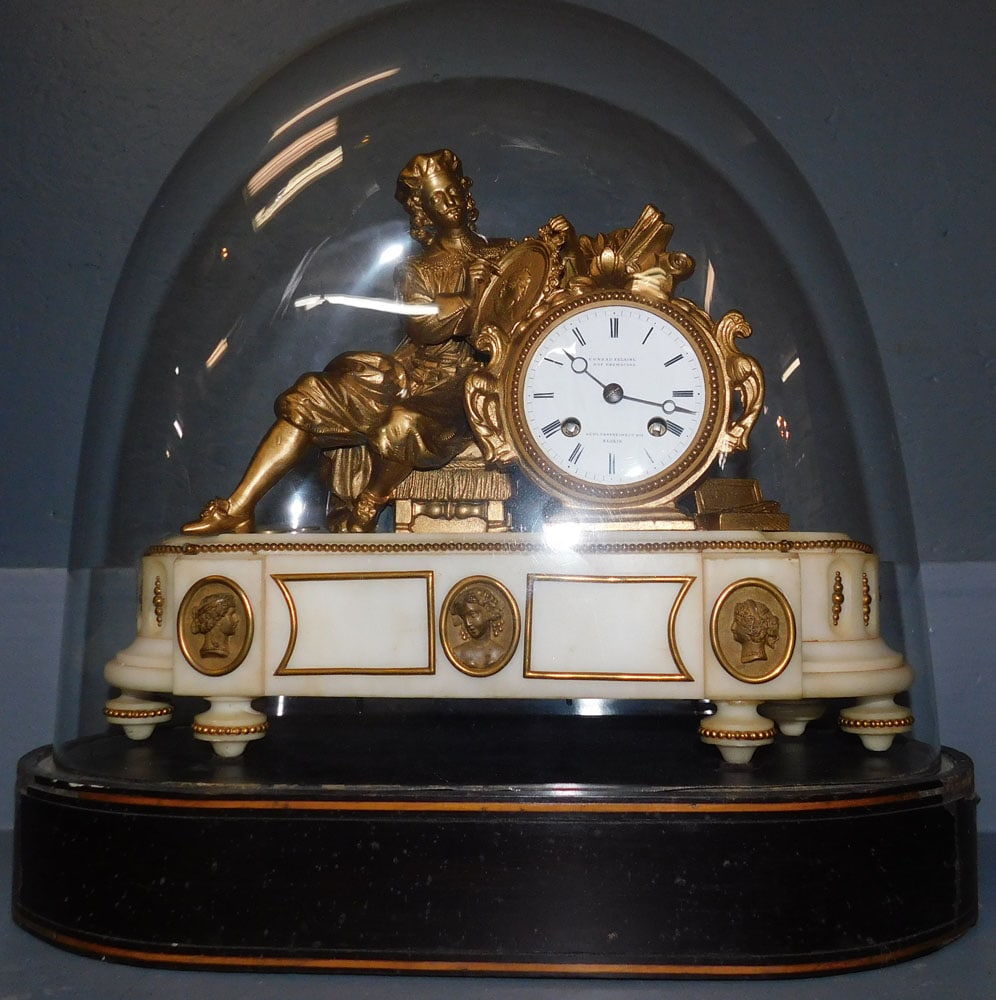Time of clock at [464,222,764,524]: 10:17
